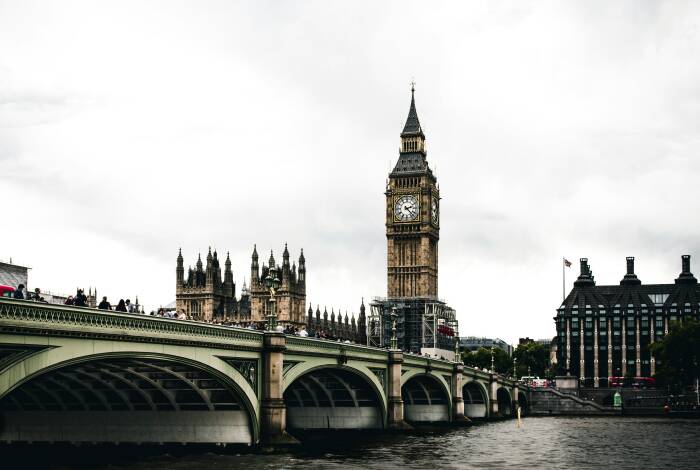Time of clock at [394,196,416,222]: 2:22
